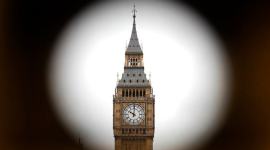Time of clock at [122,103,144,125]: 10:00
